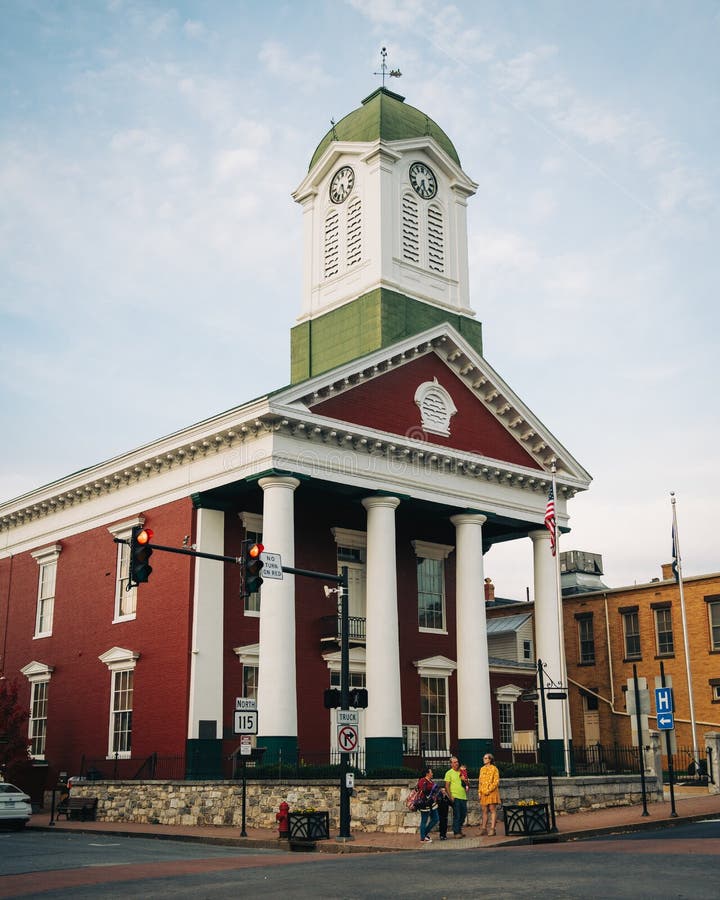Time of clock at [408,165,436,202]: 5:34
